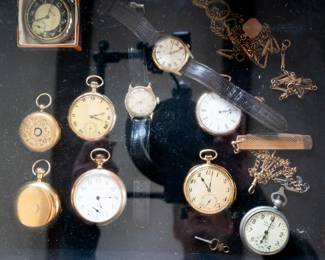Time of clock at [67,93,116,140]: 2:18
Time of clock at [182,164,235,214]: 11:02
